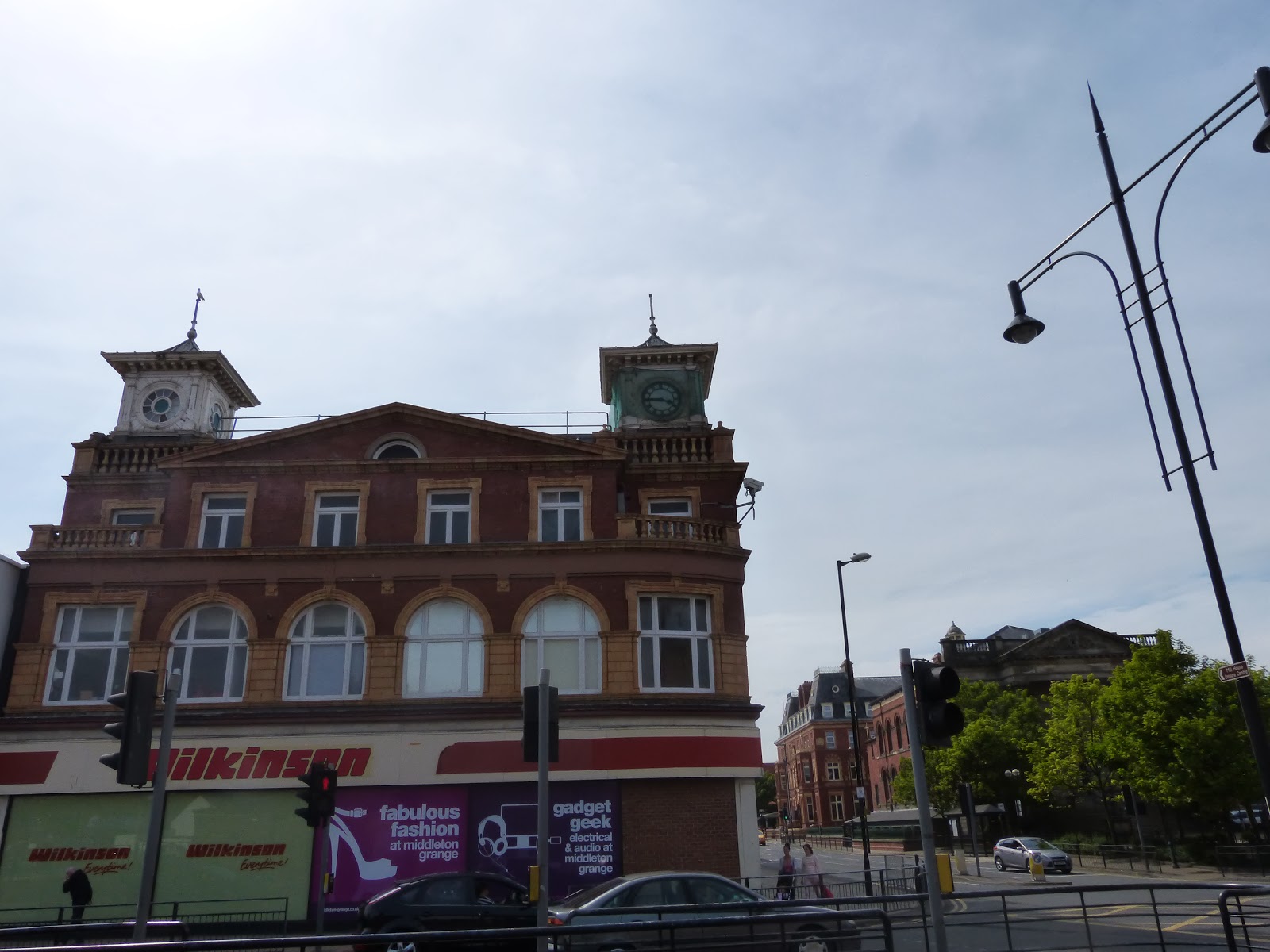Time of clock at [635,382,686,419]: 3:44
